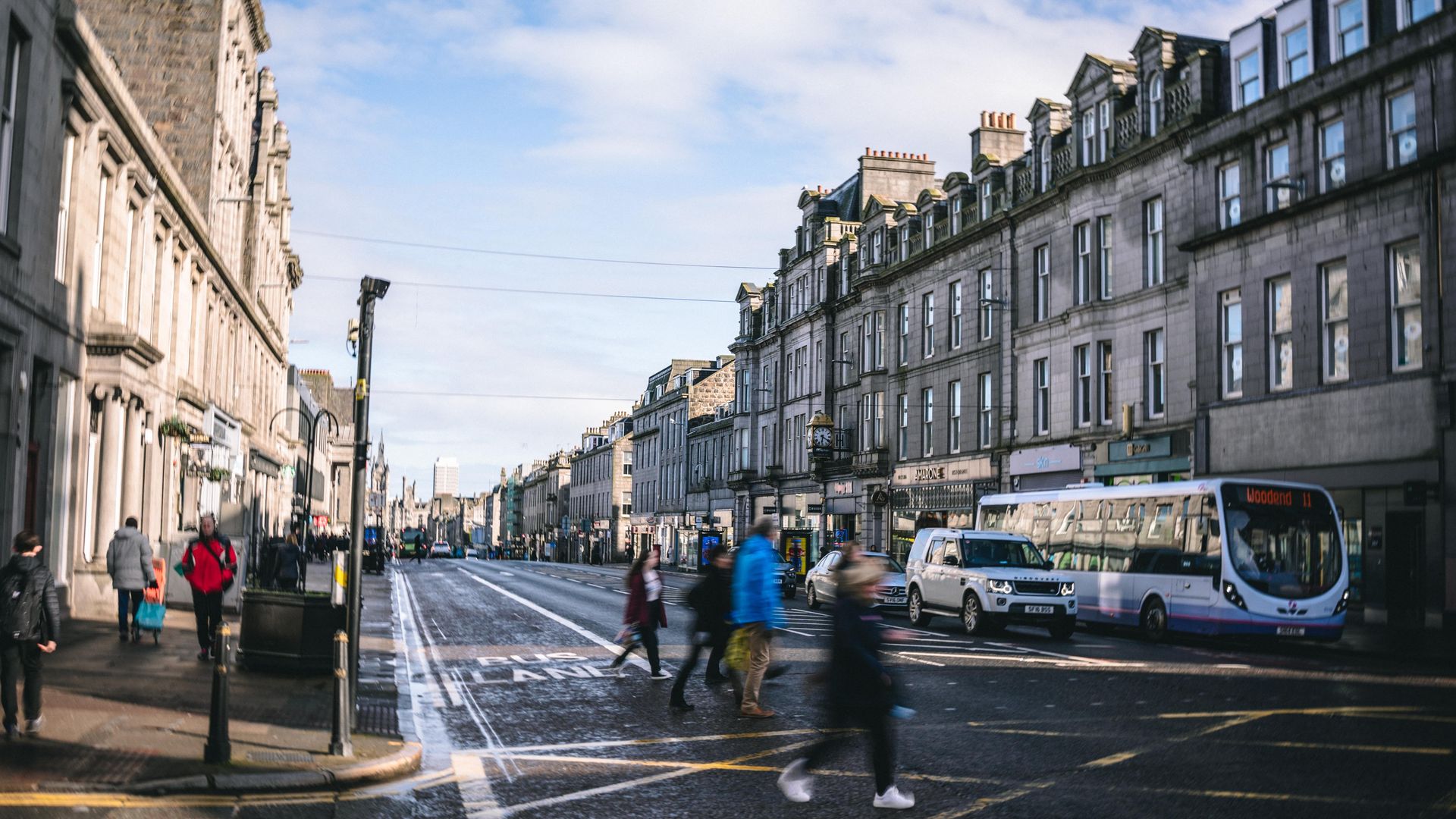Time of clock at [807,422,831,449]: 6:20
